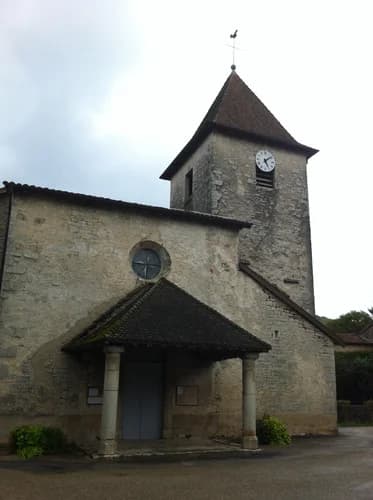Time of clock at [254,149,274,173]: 5:08
